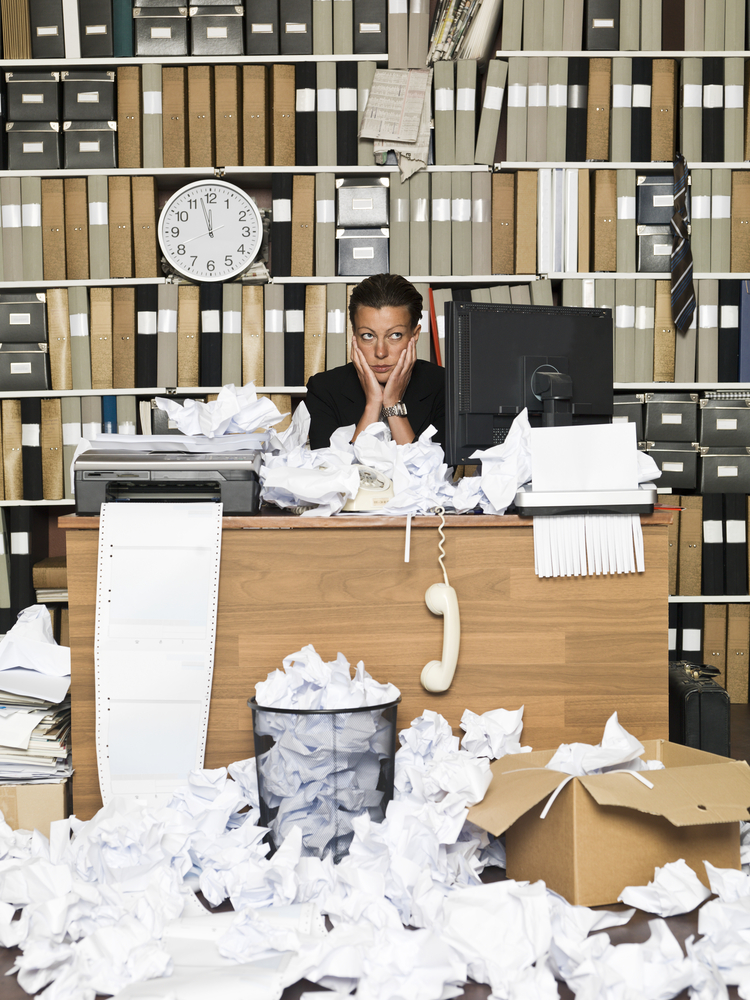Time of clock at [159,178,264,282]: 11:57
